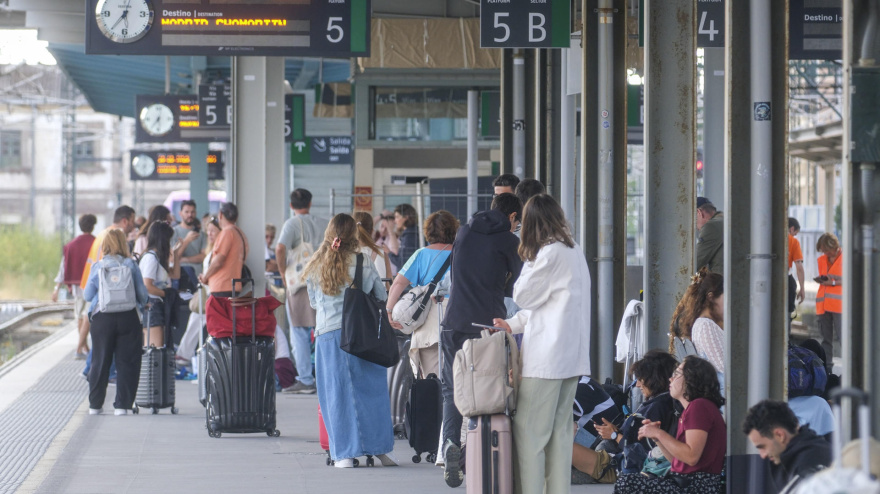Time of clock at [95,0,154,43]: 12:36
